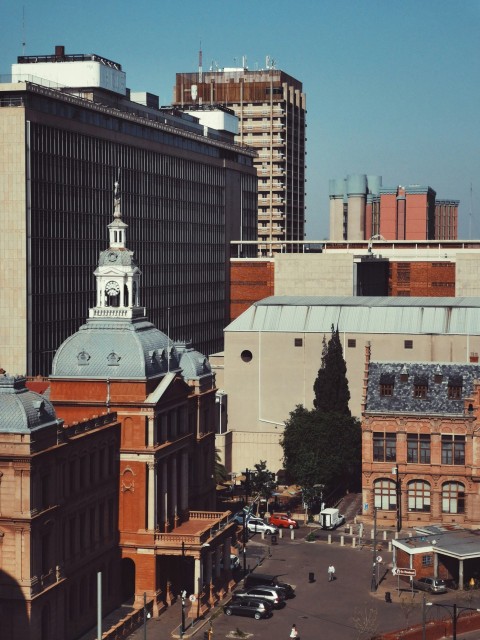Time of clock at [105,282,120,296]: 3:41
